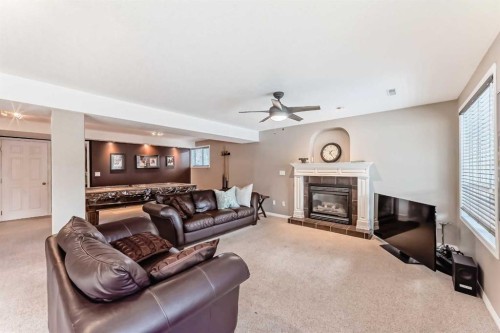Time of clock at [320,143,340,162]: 1:24
